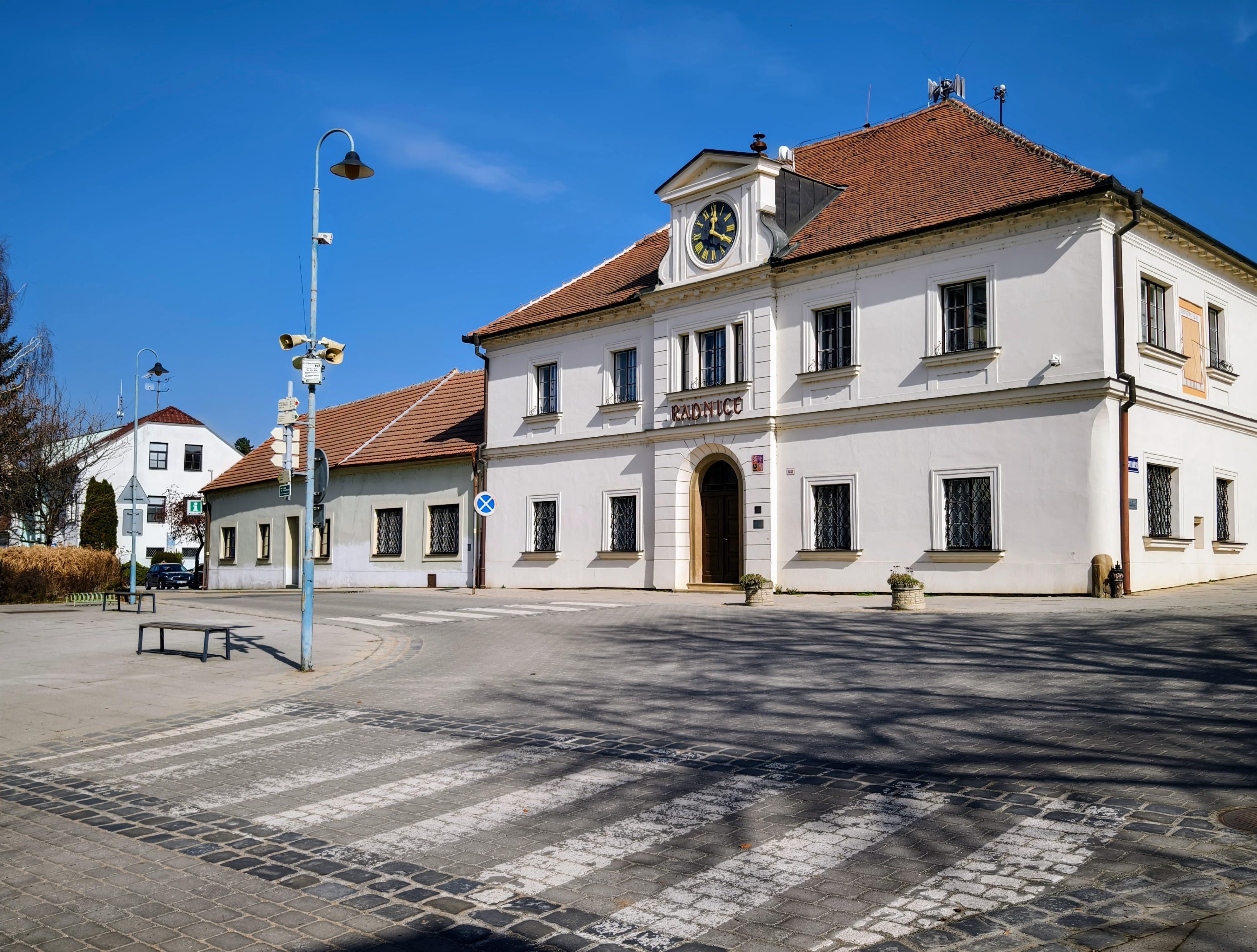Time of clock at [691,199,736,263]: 12:19
